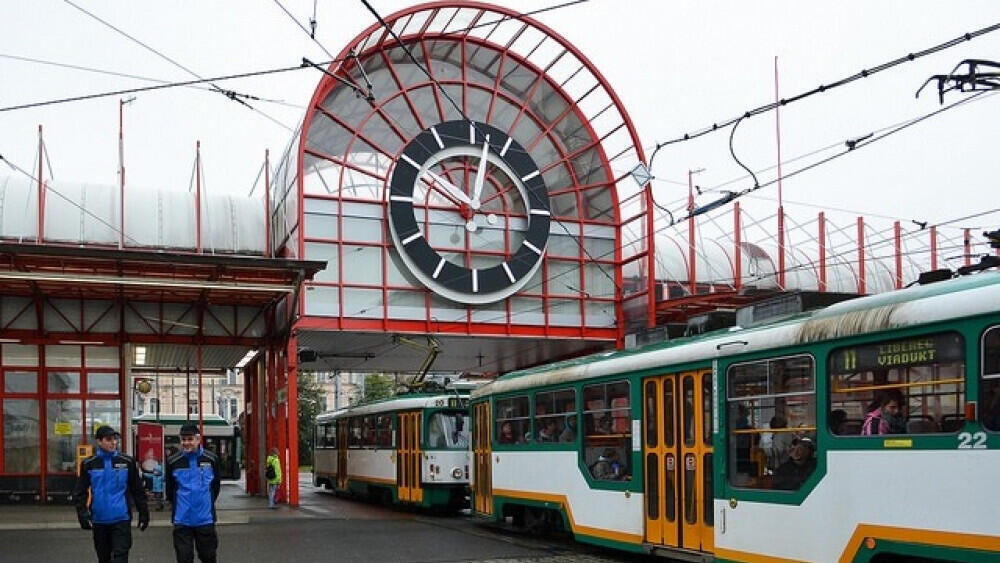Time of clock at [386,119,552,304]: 10:02
